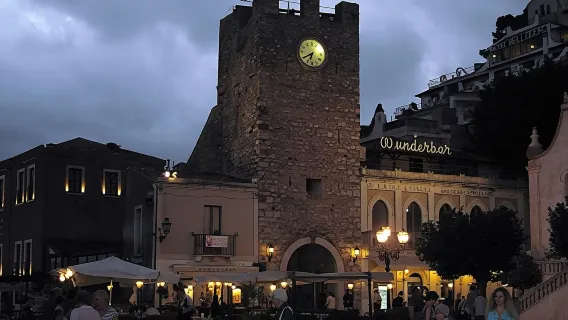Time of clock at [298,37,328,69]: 6:39
